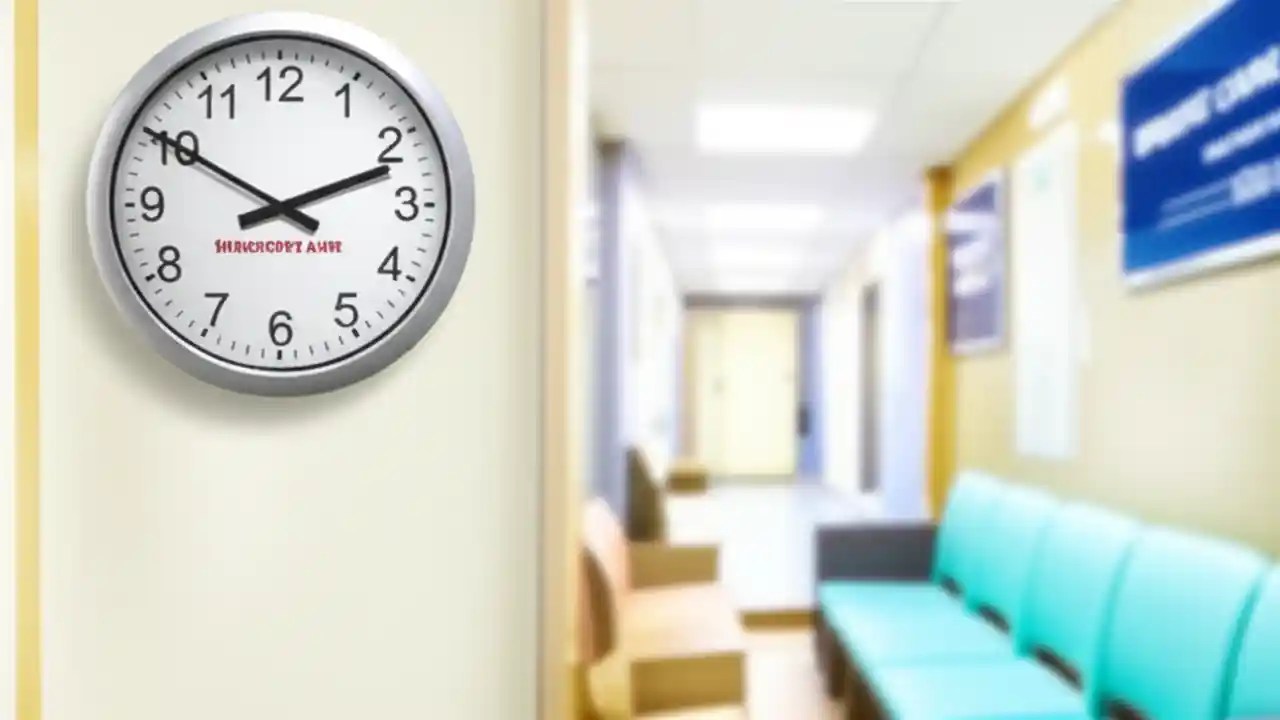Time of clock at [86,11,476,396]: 10:11
